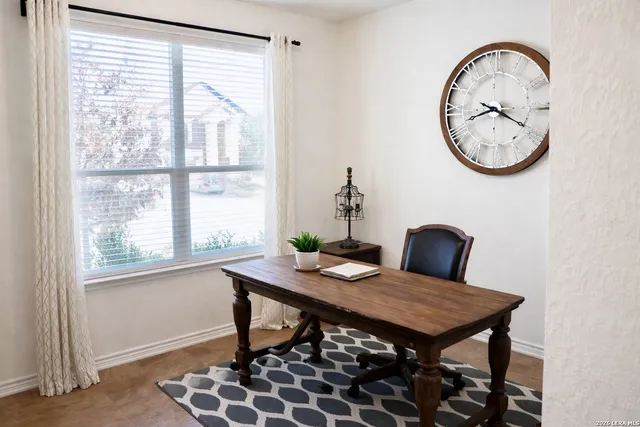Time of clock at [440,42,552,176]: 8:19
